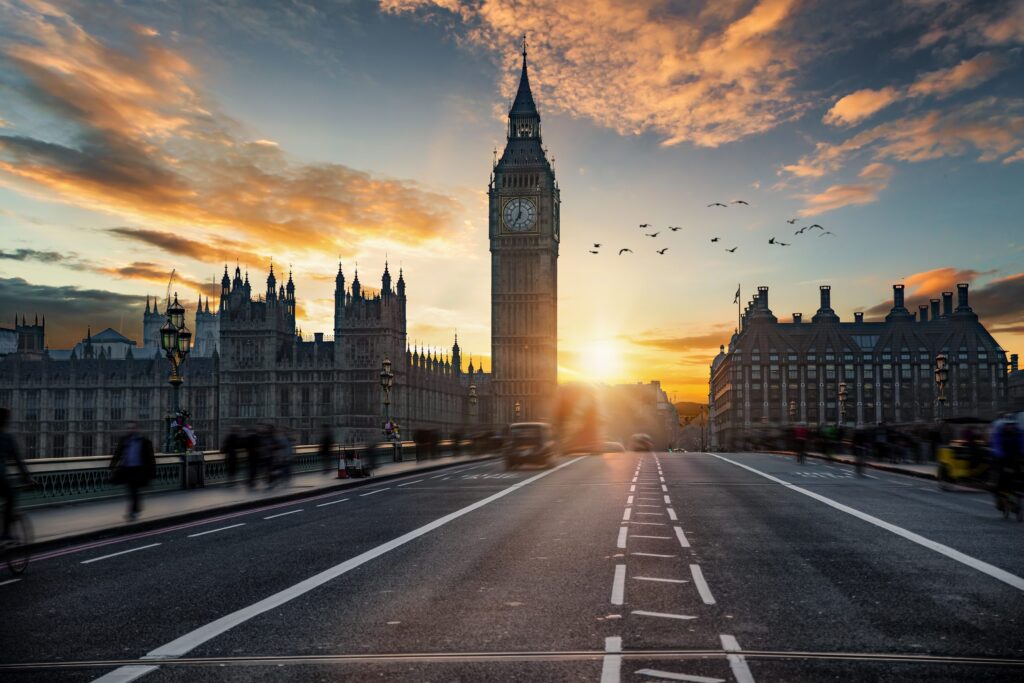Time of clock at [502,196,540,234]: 7:00
